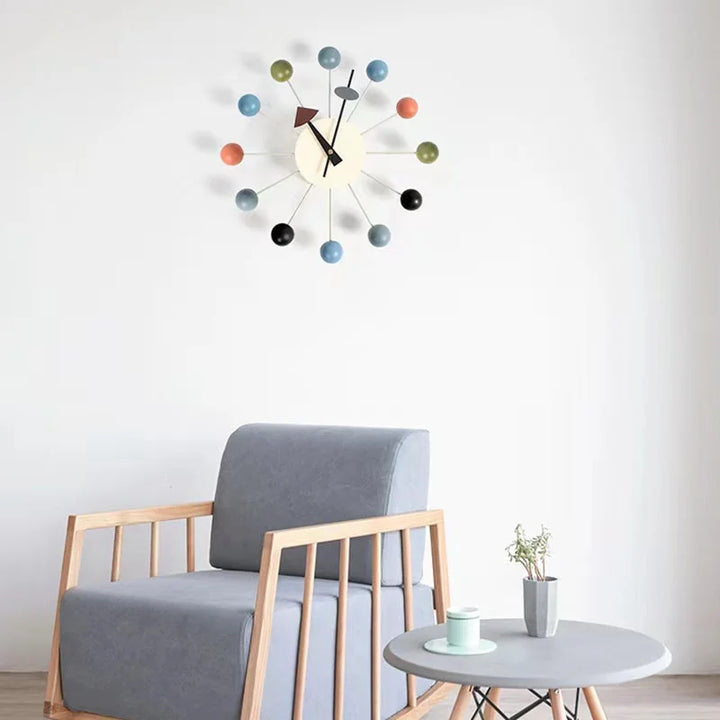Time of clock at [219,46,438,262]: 11:03
